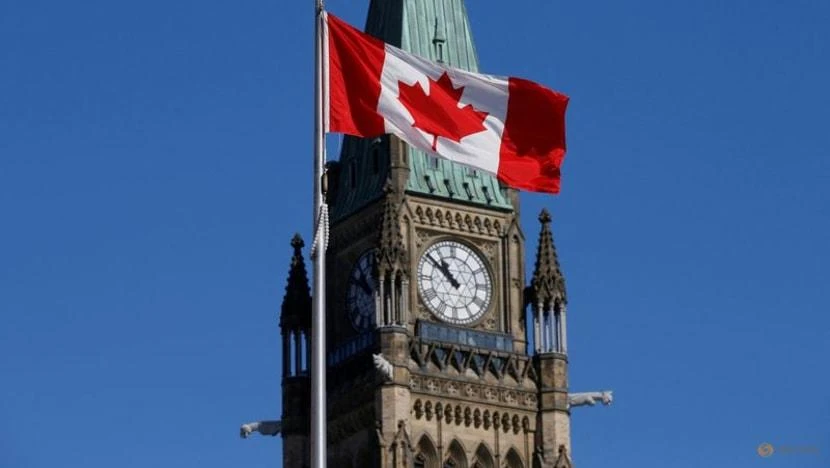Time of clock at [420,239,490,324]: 10:51
